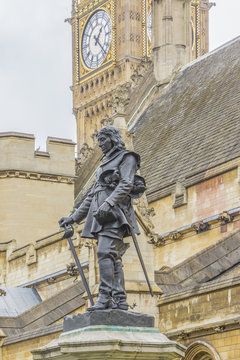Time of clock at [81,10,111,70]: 1:22
